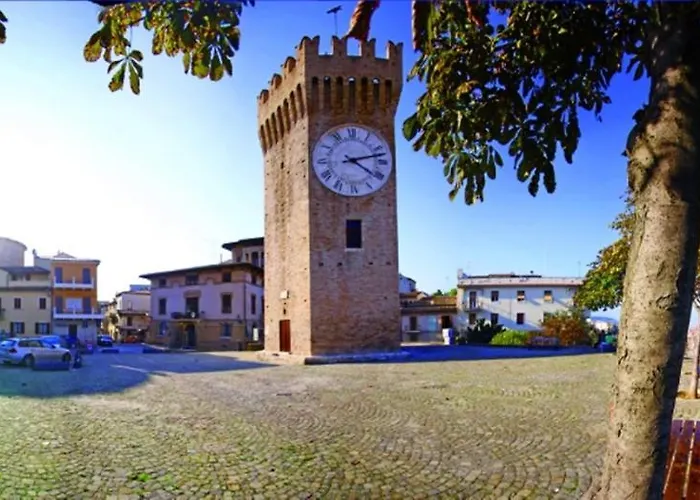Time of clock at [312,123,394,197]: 4:12
